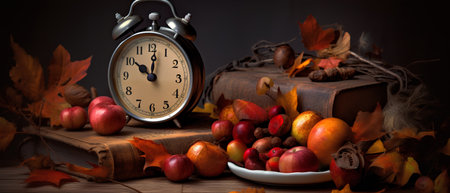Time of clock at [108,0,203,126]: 10:01
